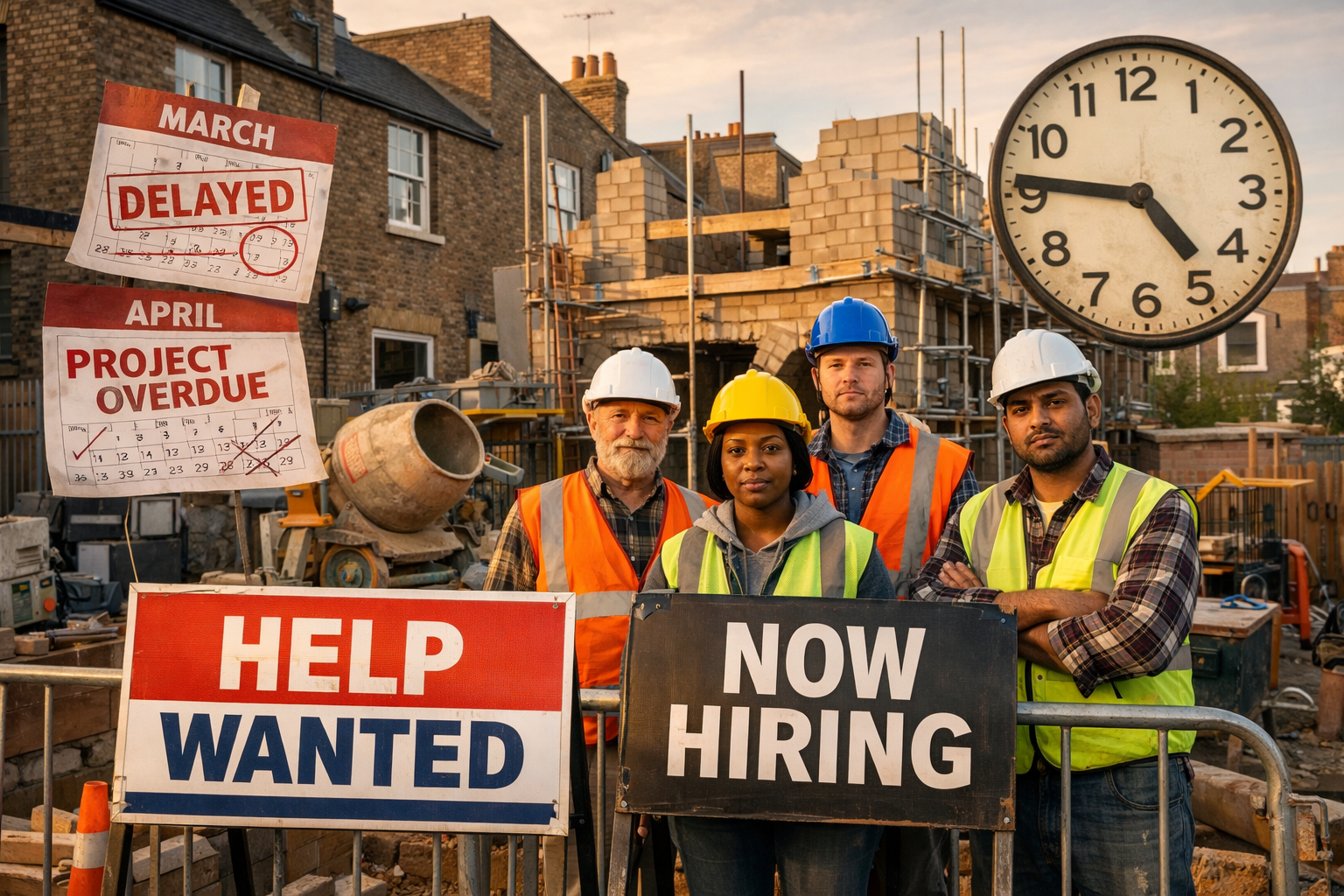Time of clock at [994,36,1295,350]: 4:46
